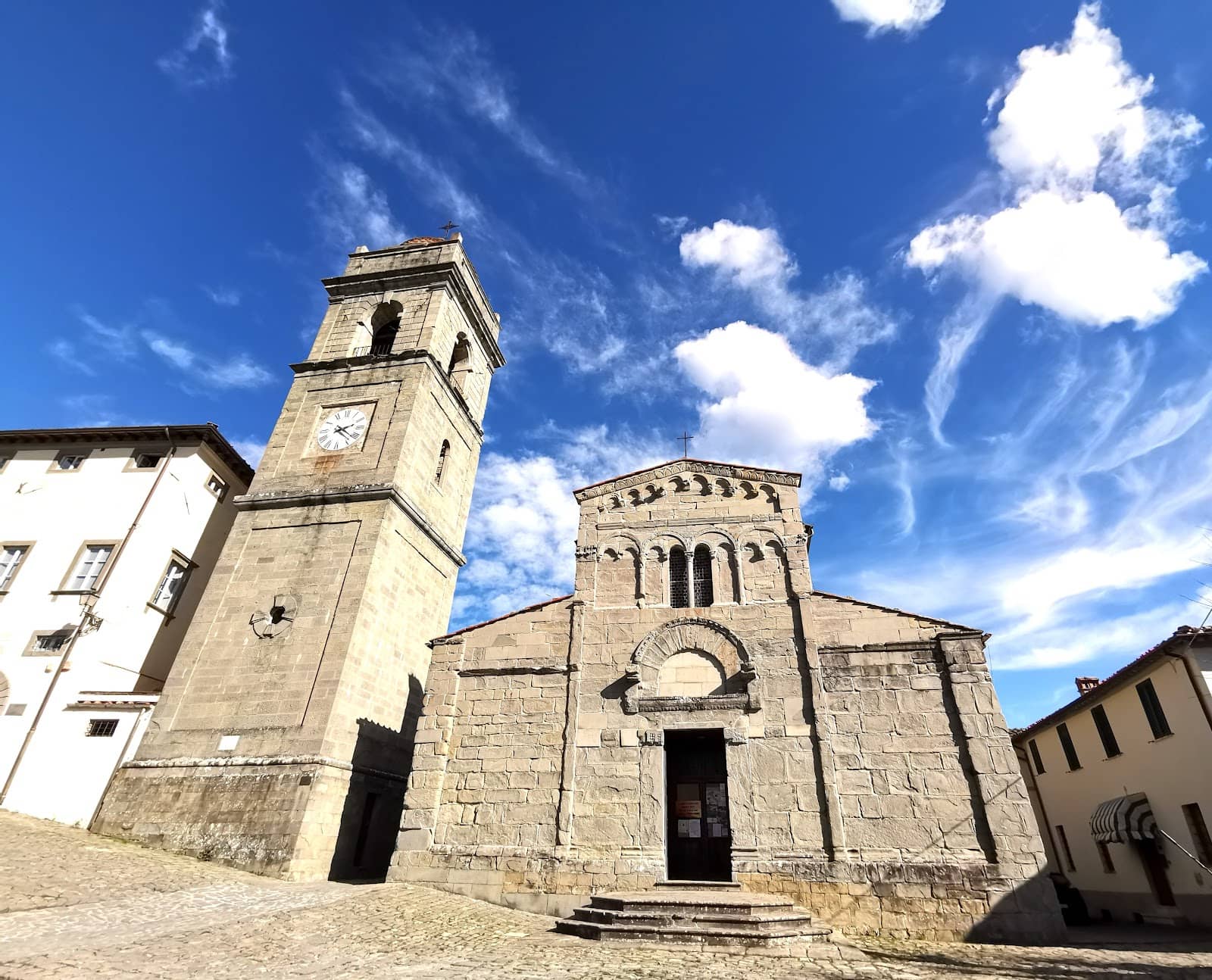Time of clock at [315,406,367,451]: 2:21
